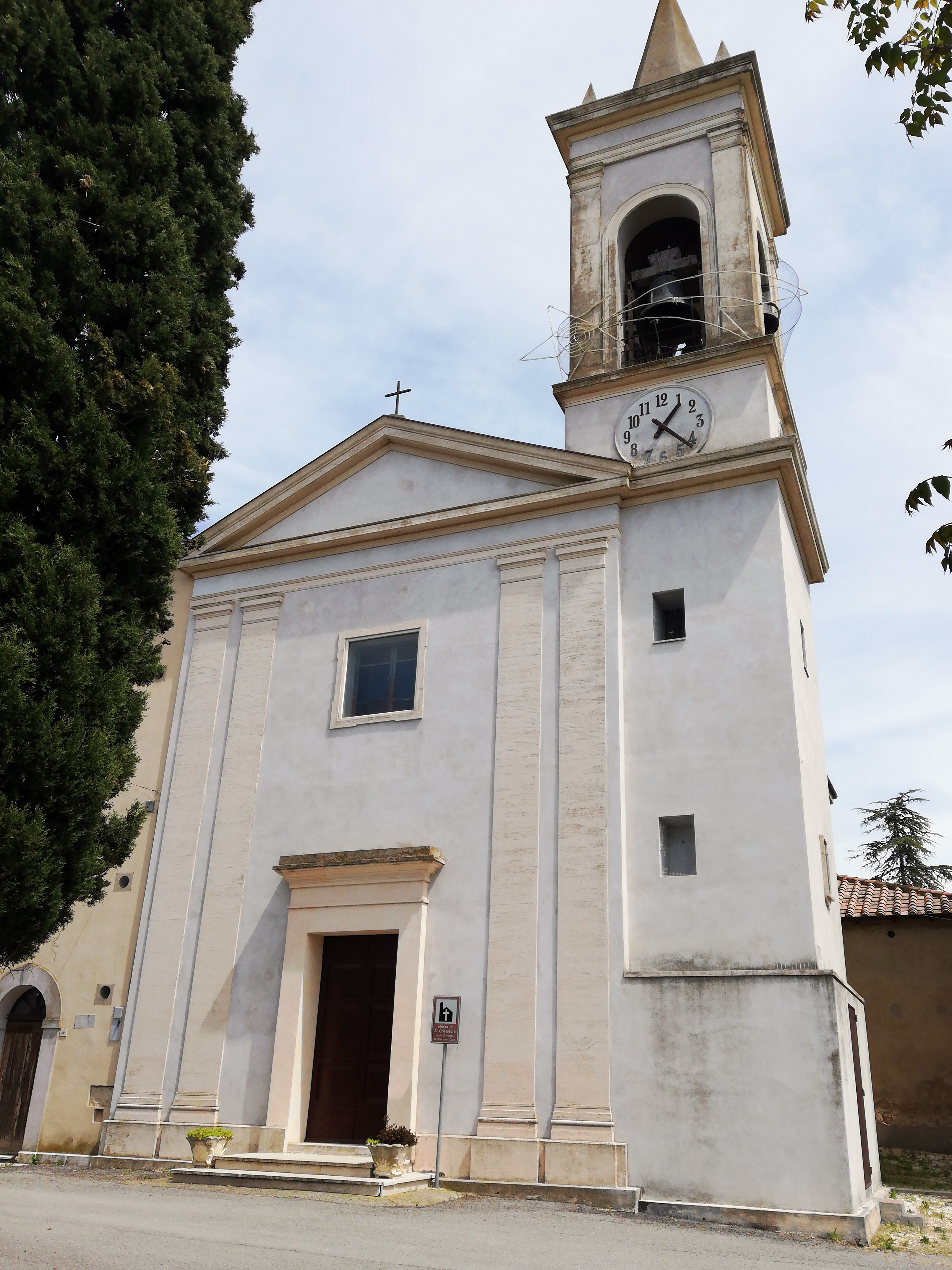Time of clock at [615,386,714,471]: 1:22
